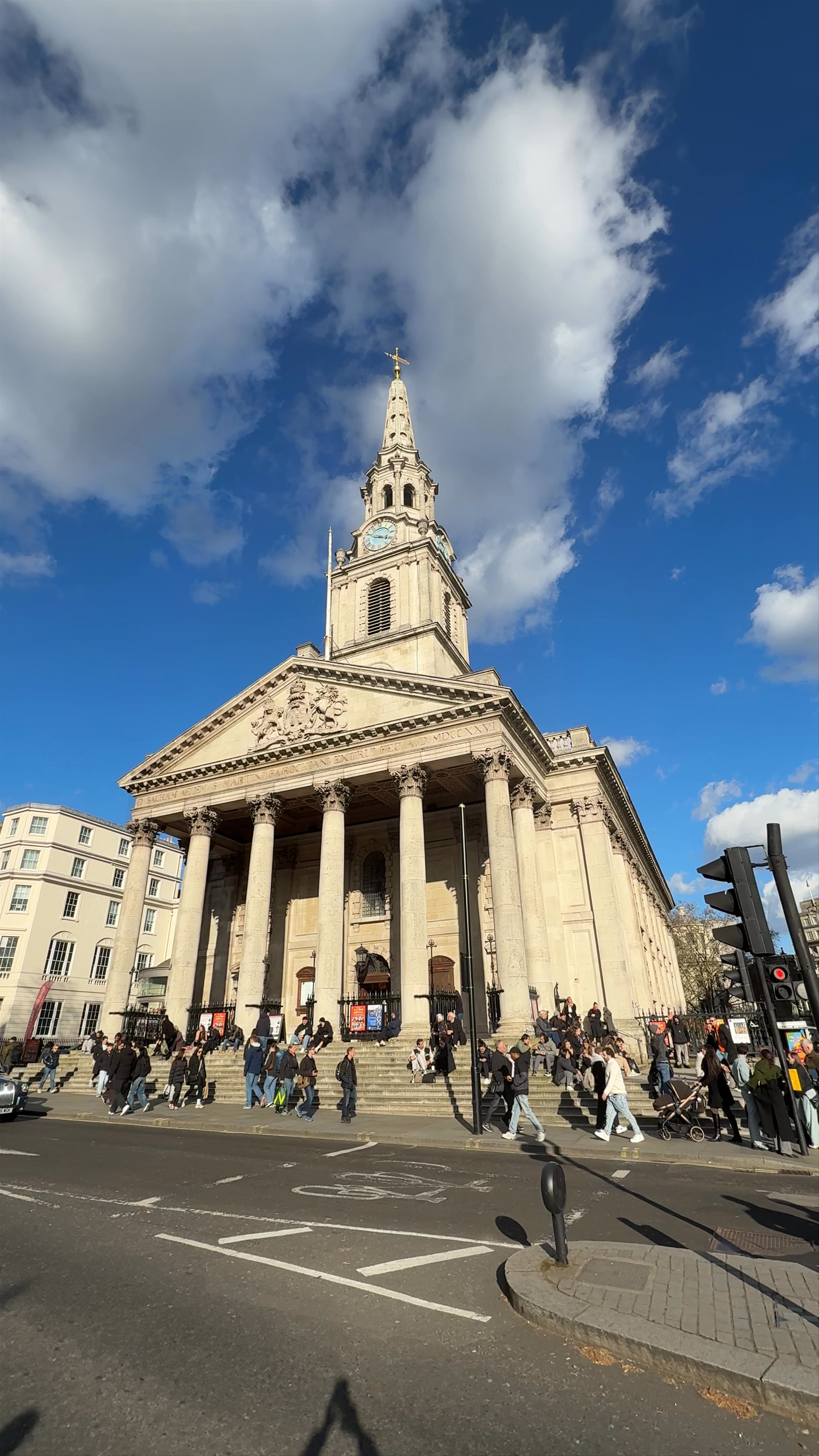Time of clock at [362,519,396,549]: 3:48
